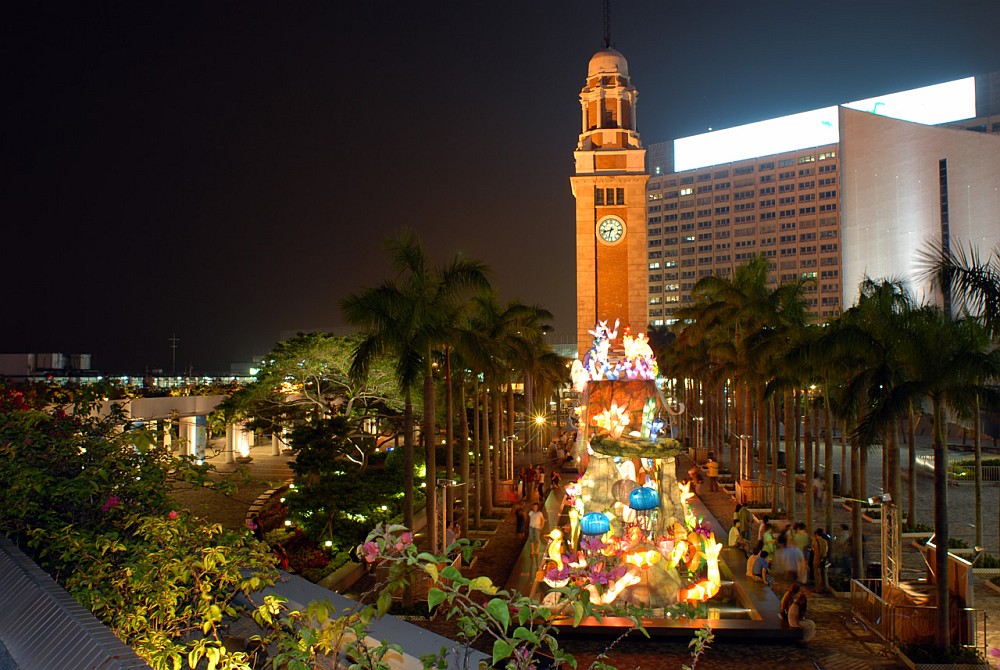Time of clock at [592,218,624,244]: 8:32
